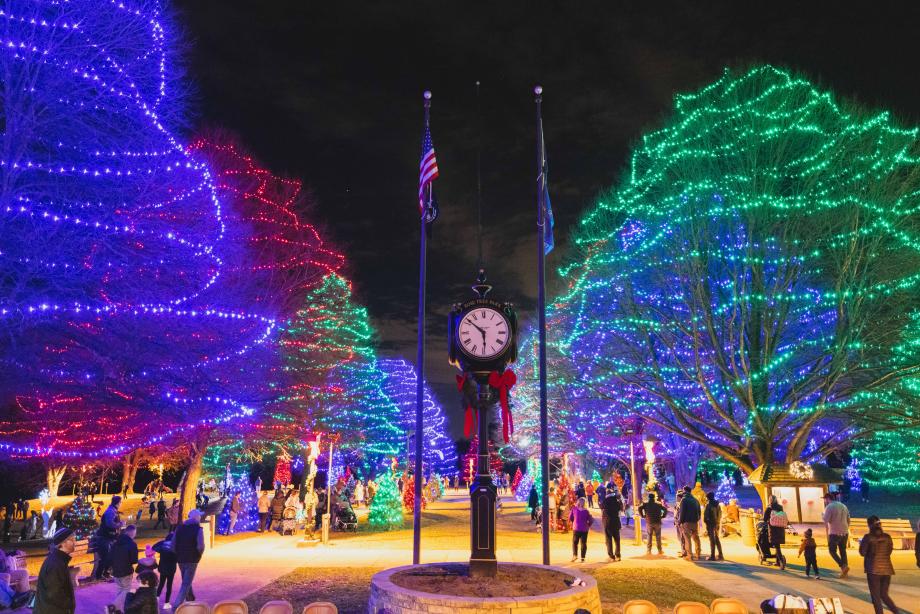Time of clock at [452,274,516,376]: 5:51
